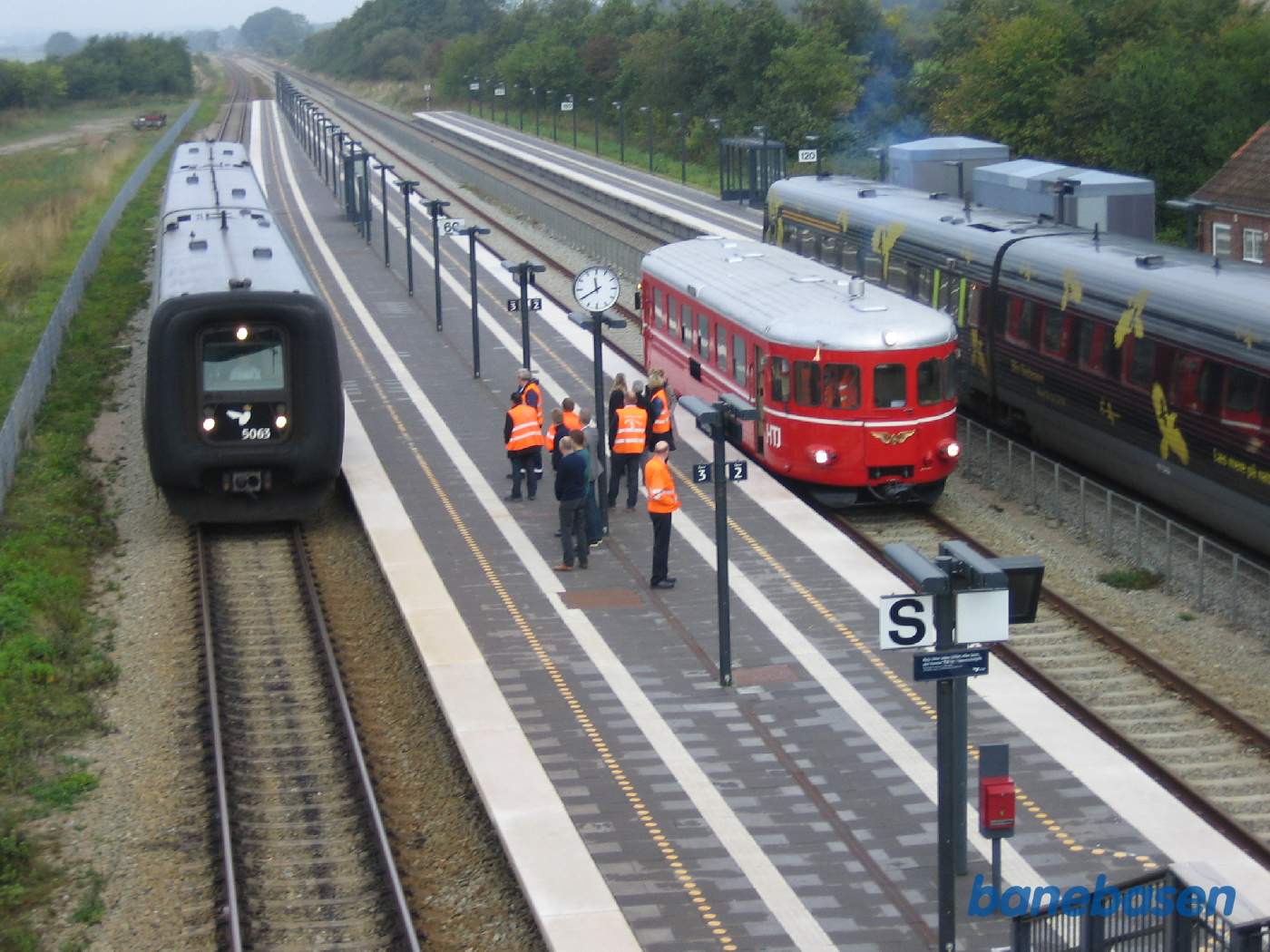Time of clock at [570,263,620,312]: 11:40
